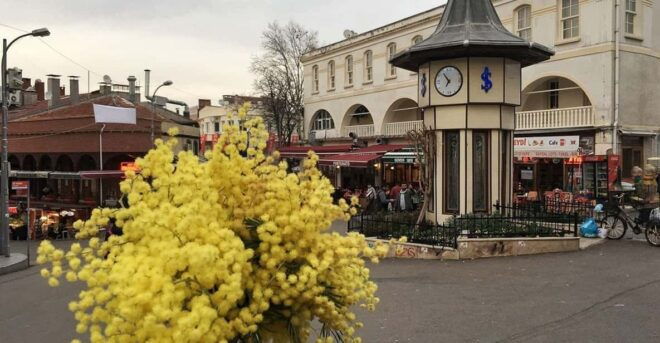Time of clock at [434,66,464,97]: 6:54
